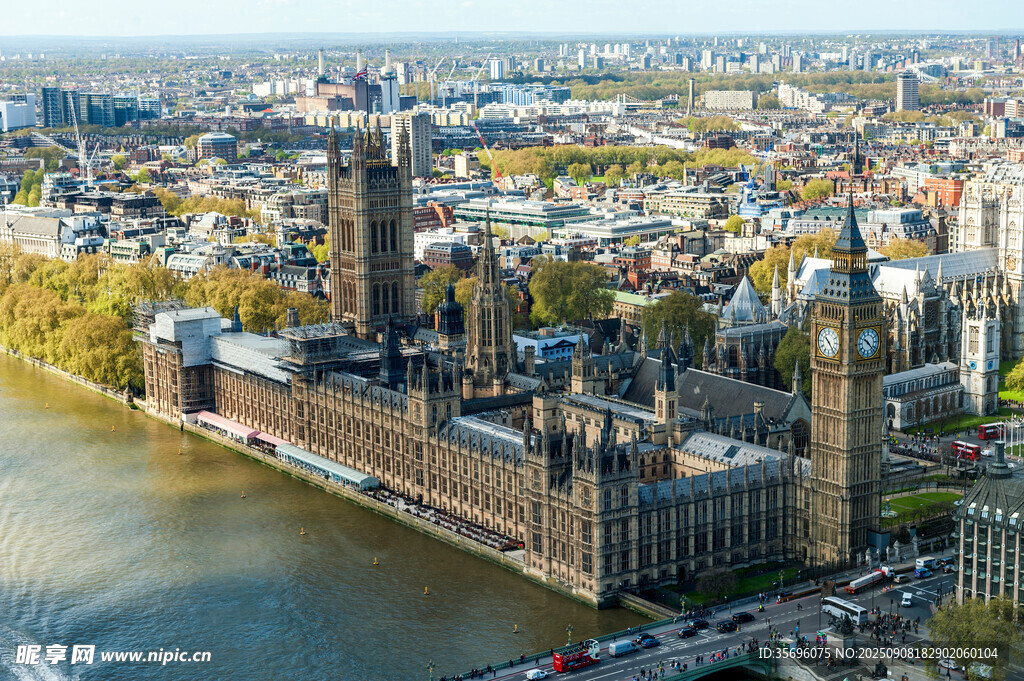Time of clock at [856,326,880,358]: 10:22
